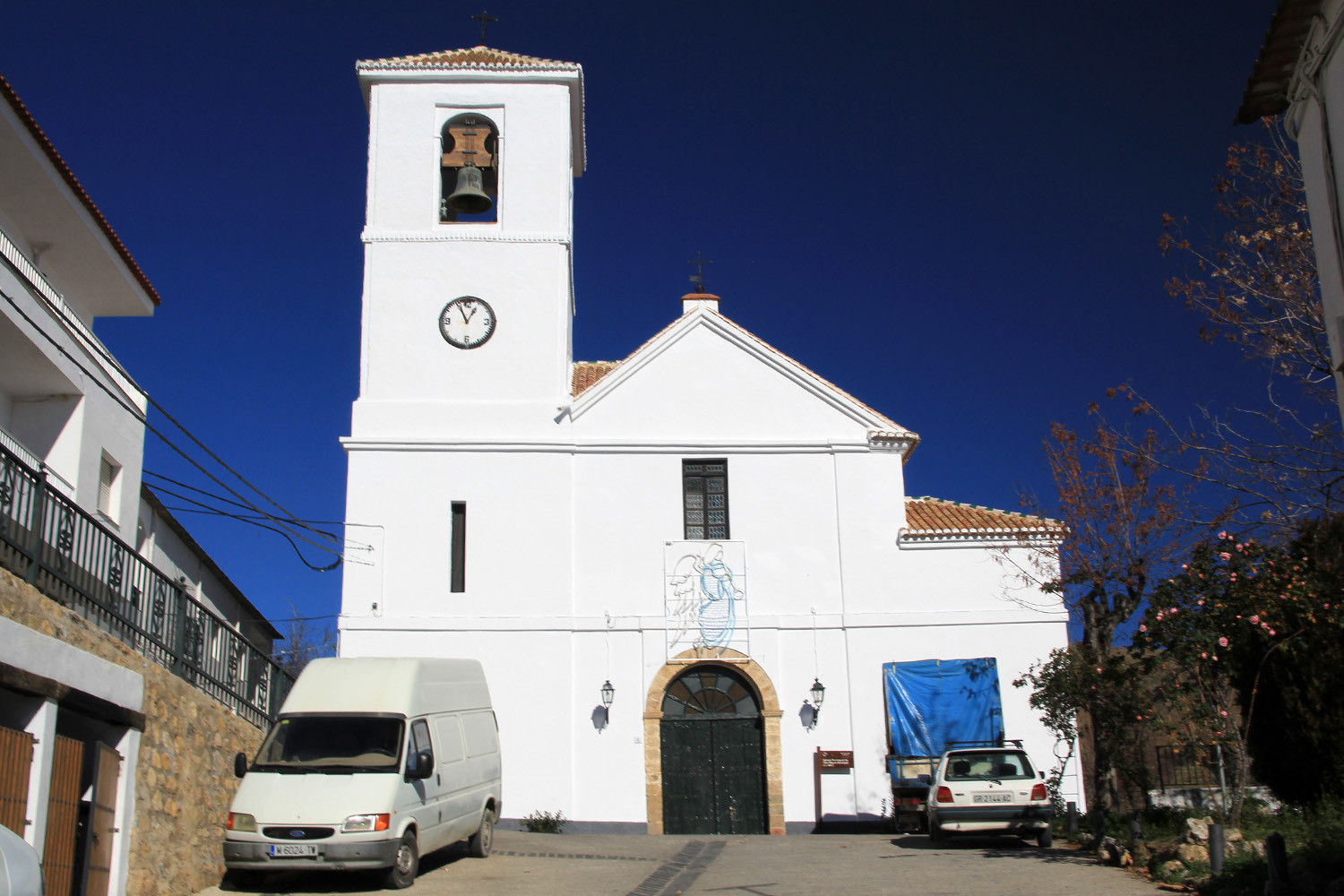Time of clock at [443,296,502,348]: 12:55
